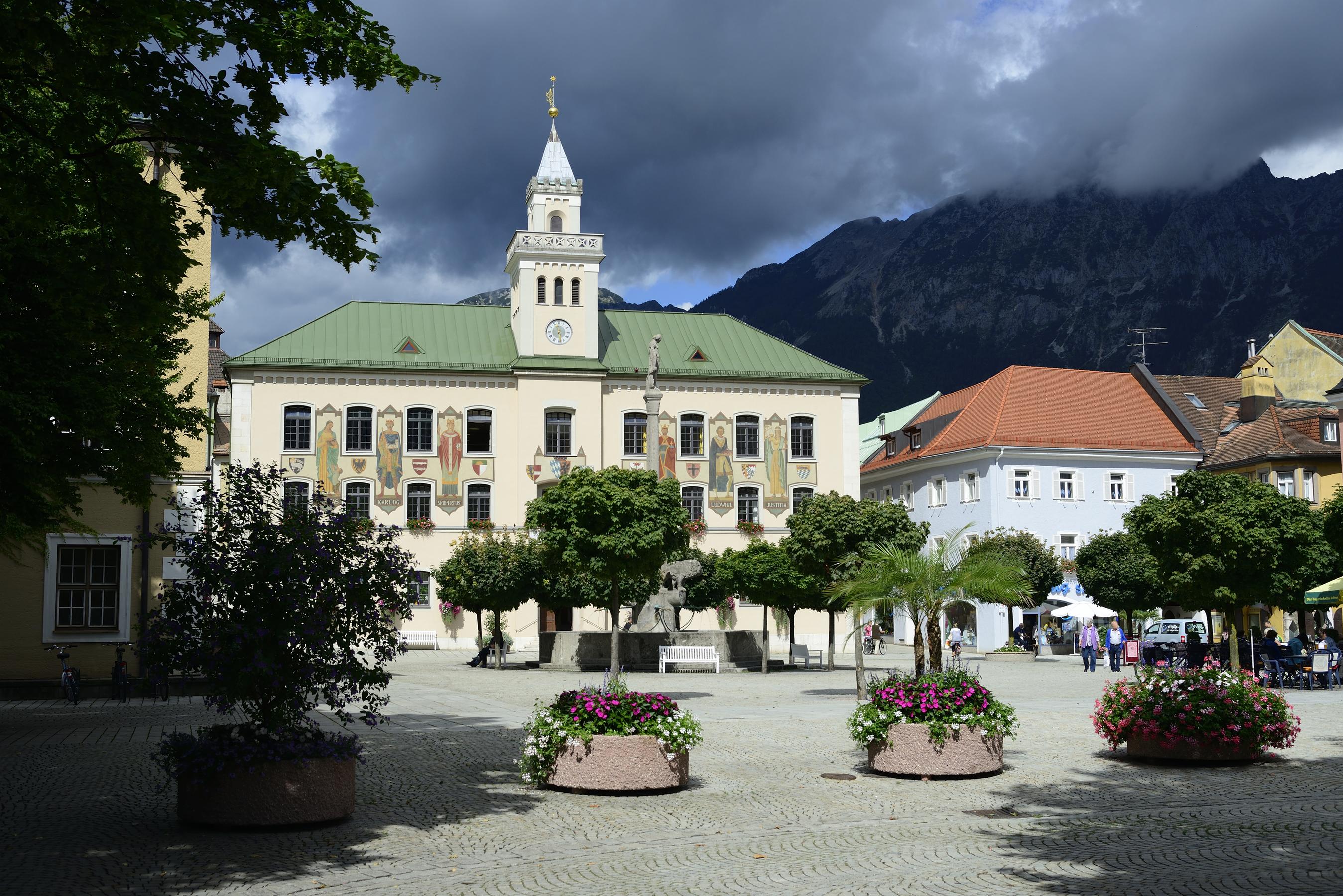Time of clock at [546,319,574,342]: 11:28
